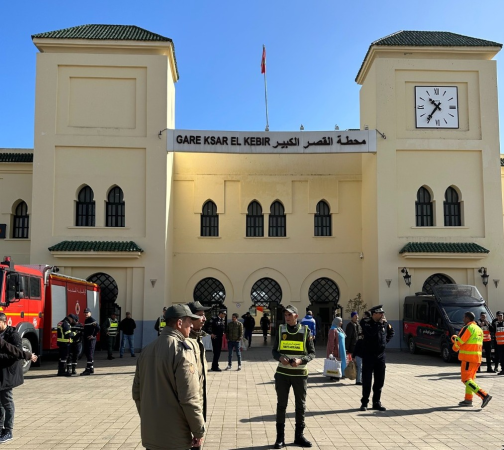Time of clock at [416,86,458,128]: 10:35
